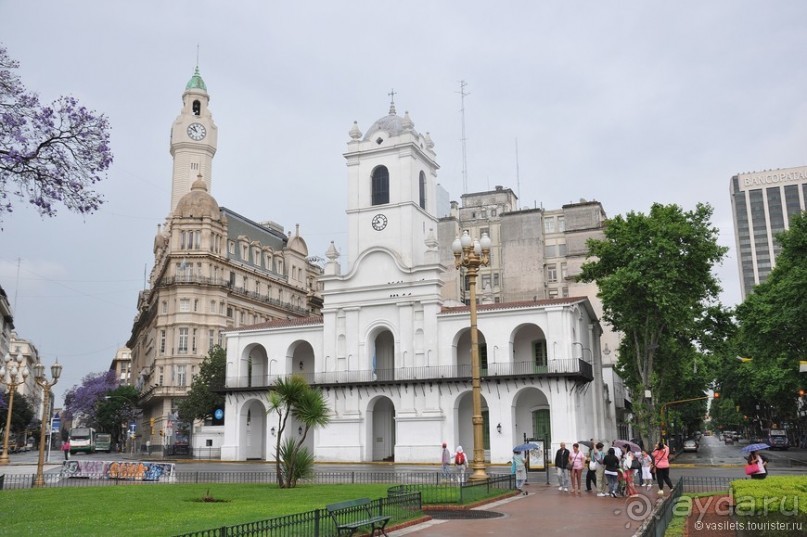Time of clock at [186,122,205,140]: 10:50
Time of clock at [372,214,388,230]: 10:43
